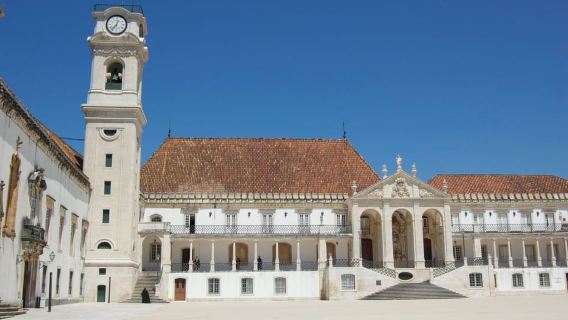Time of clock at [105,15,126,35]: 12:36
